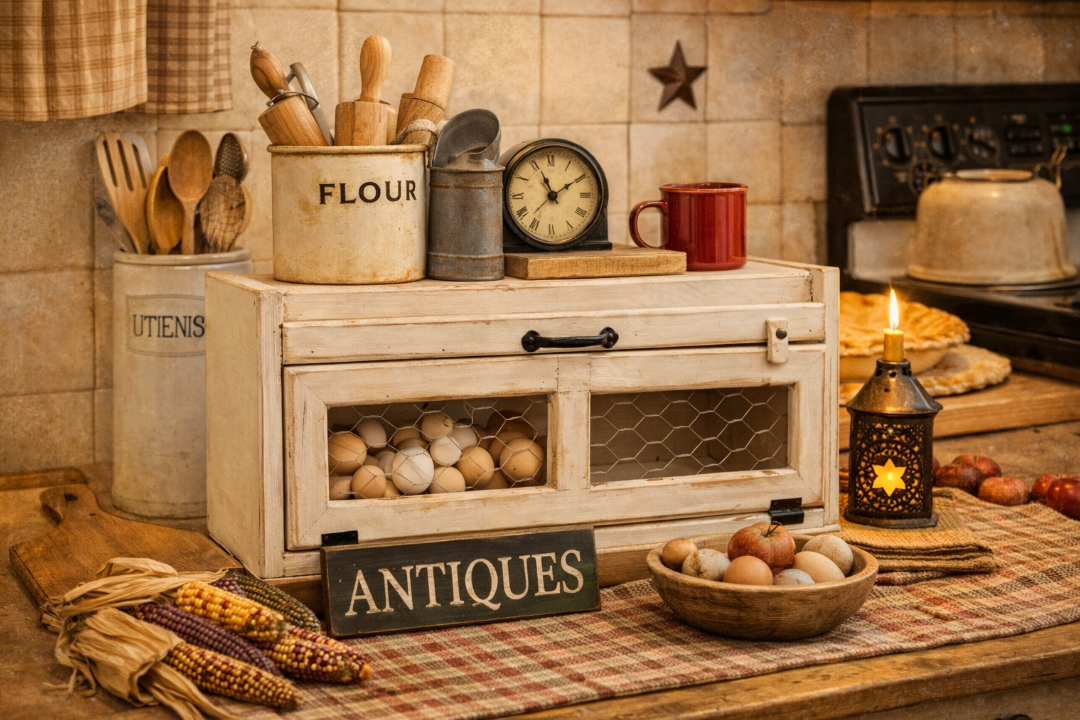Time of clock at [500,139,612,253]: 11:09
